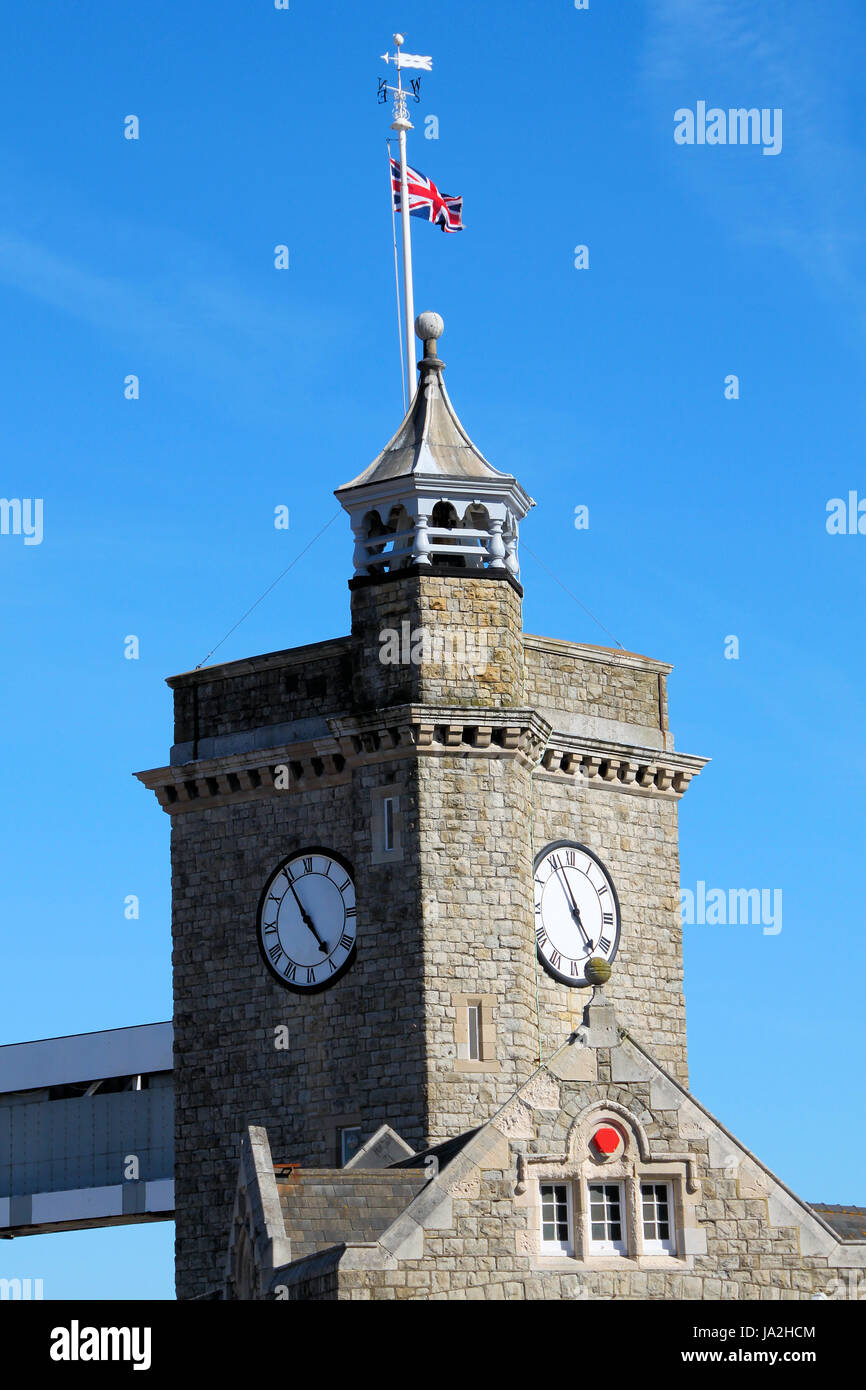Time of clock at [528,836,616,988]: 4:56
